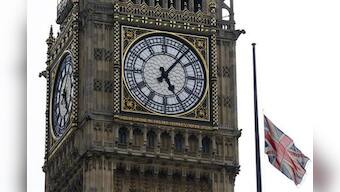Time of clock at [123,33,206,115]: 5:06
